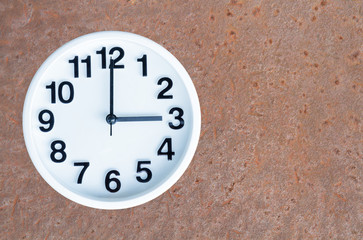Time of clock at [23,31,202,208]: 3:00
